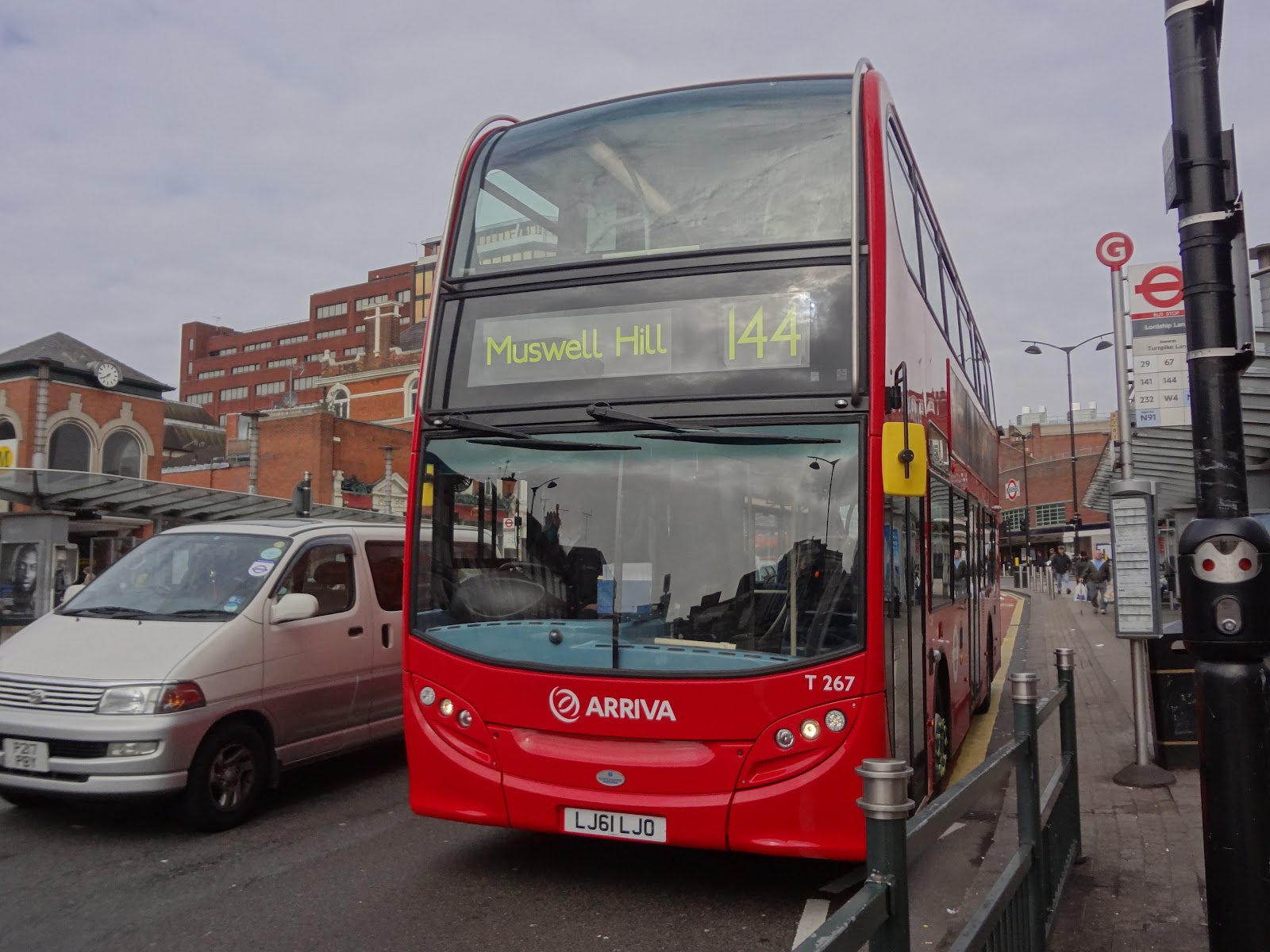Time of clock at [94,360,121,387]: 7:39
